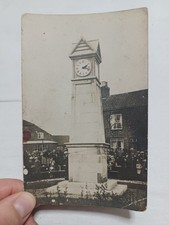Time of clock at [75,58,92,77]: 2:18
